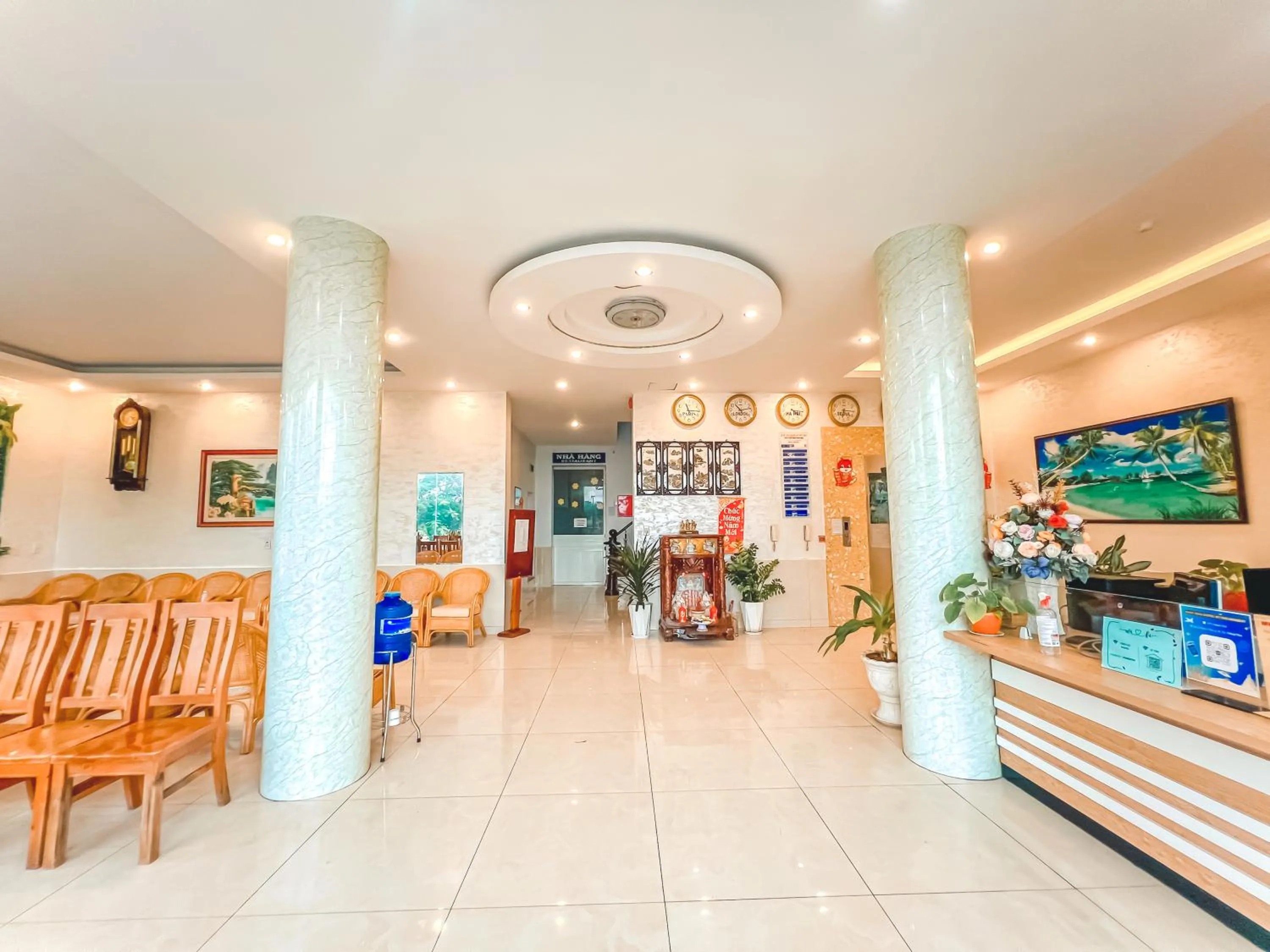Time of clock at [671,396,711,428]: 11:15
